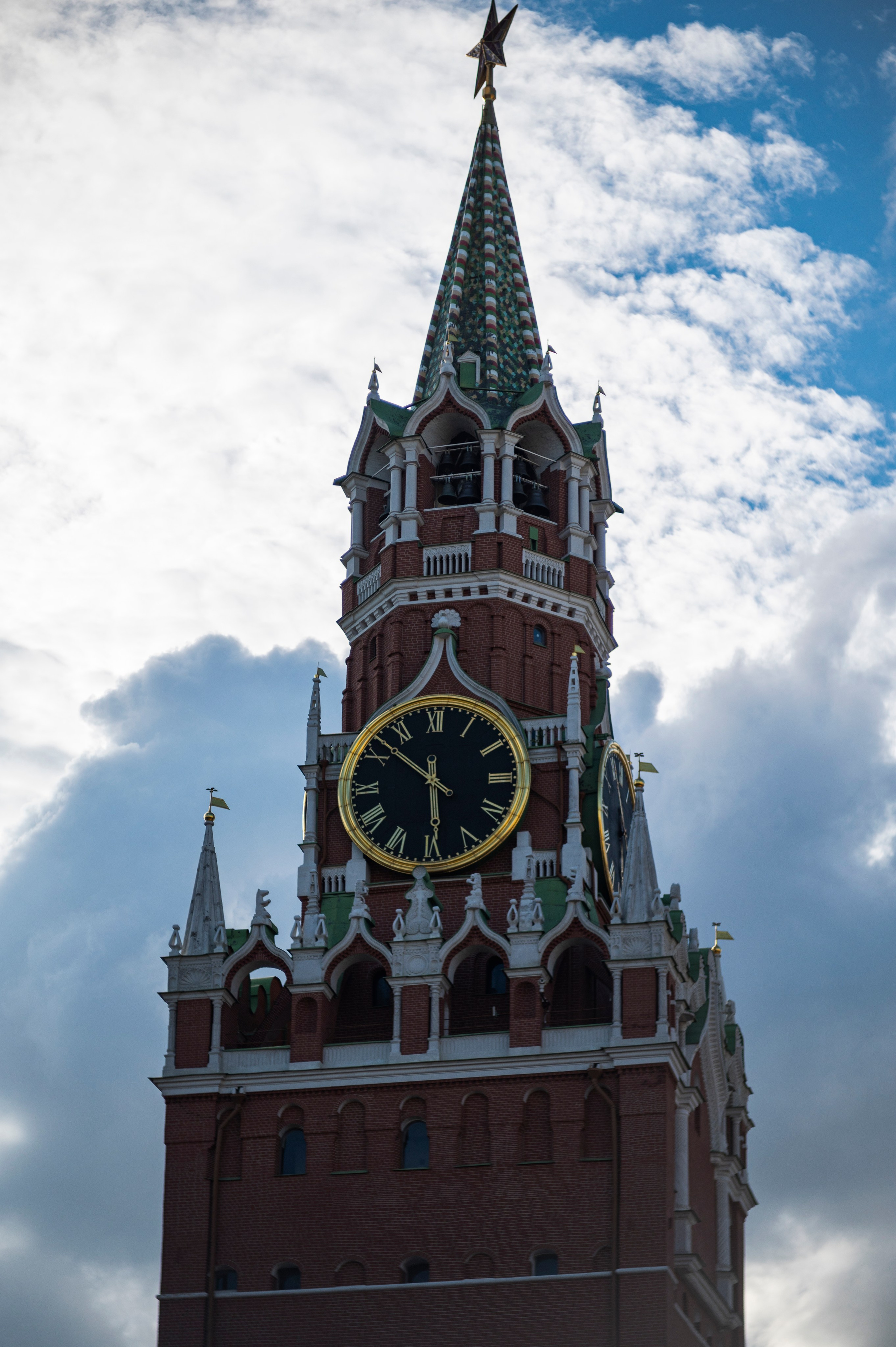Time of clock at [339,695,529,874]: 5:52
